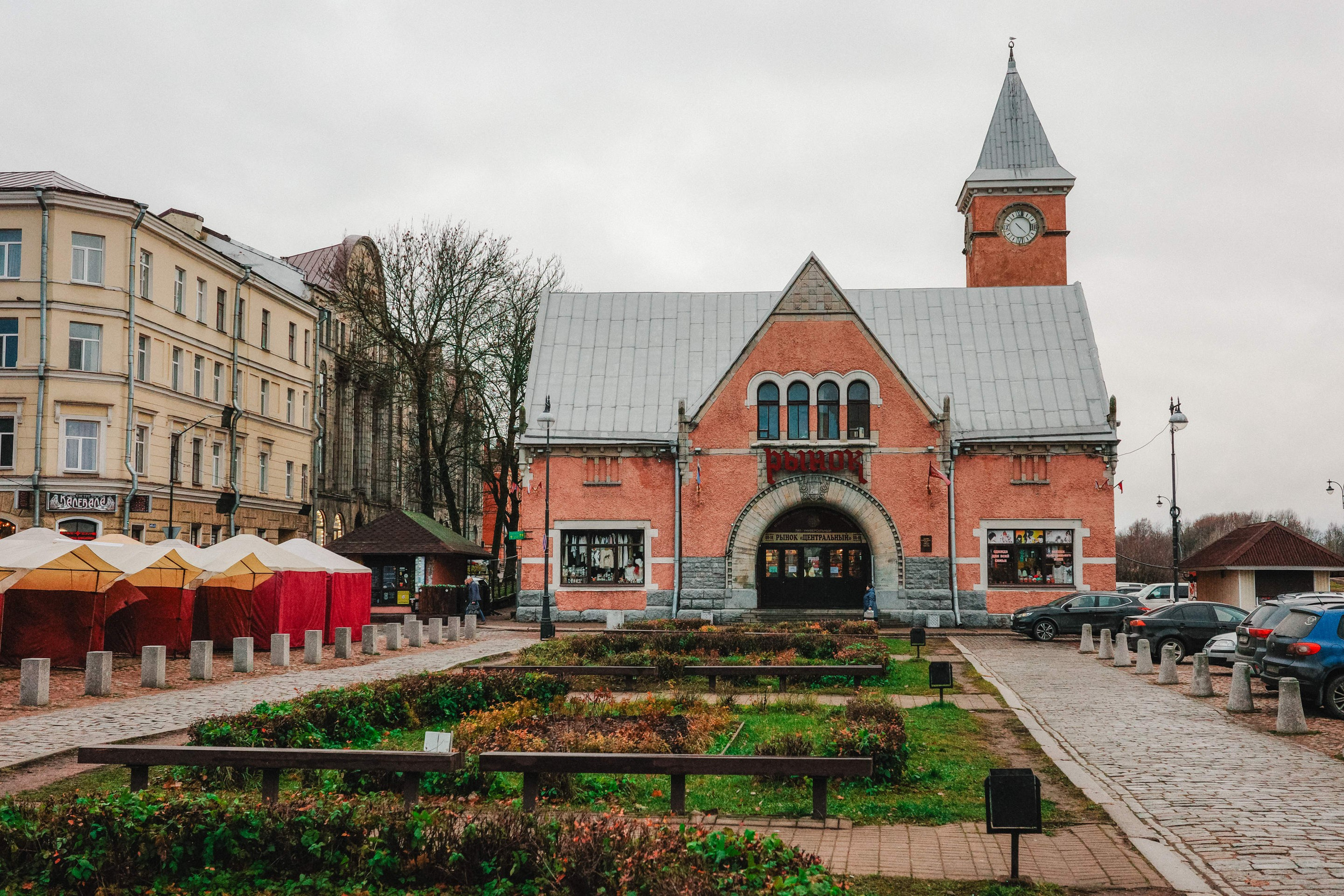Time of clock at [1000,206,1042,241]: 10:22
